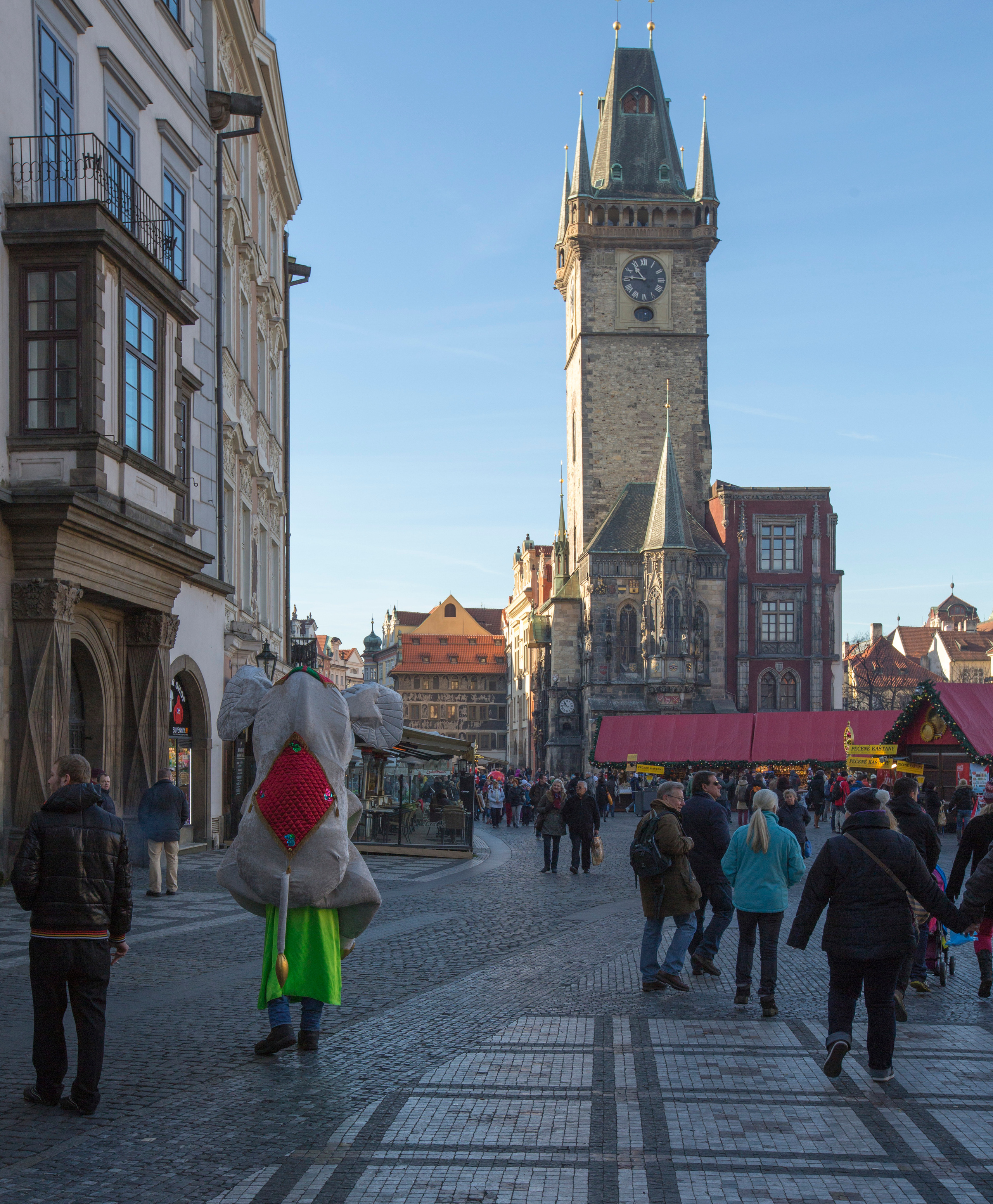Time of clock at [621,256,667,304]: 10:45
